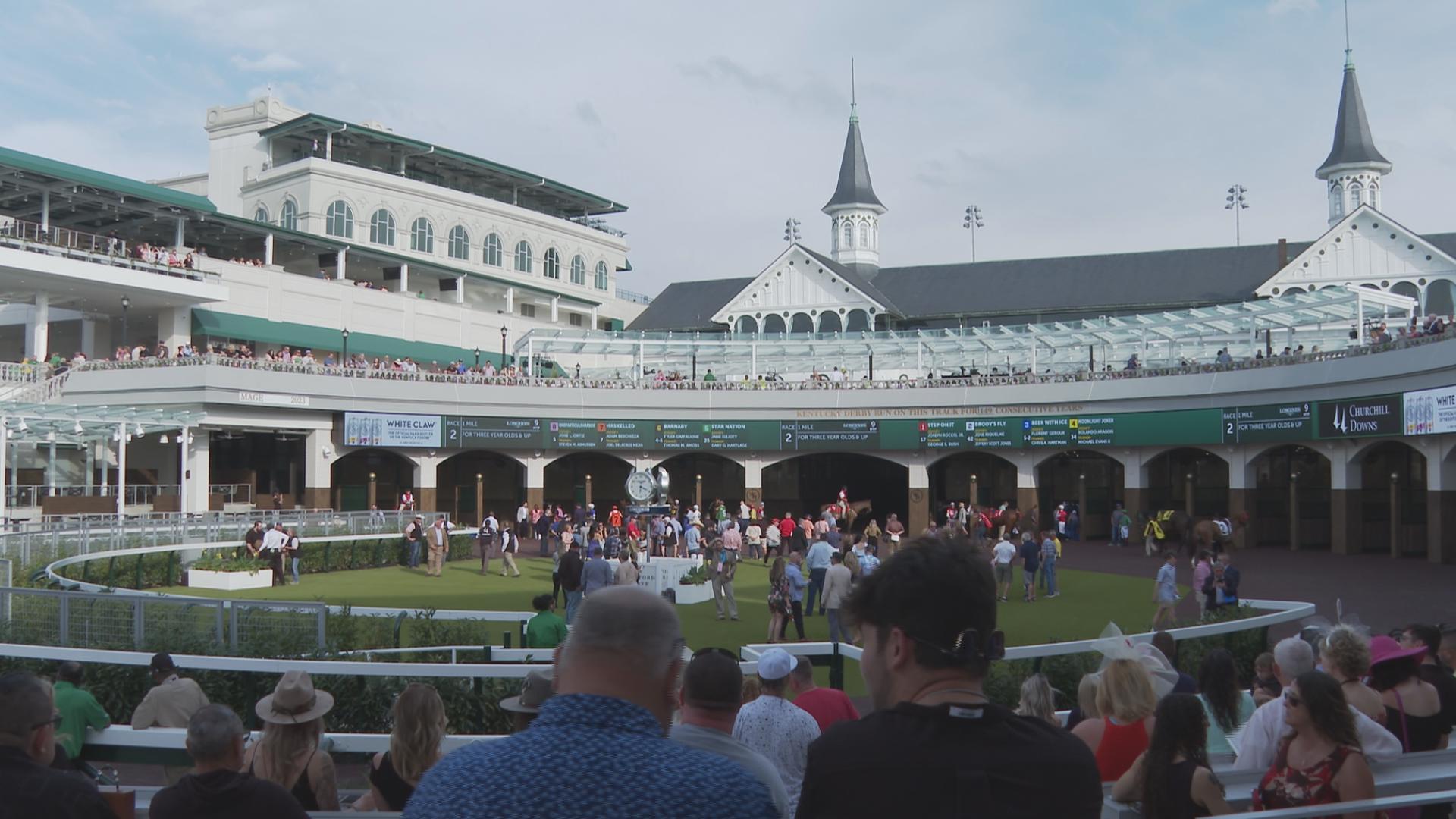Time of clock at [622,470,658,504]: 6:19
